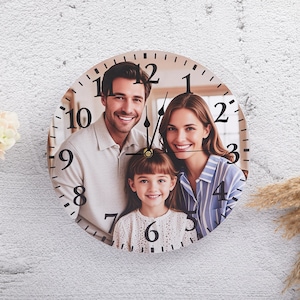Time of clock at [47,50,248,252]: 12:24
